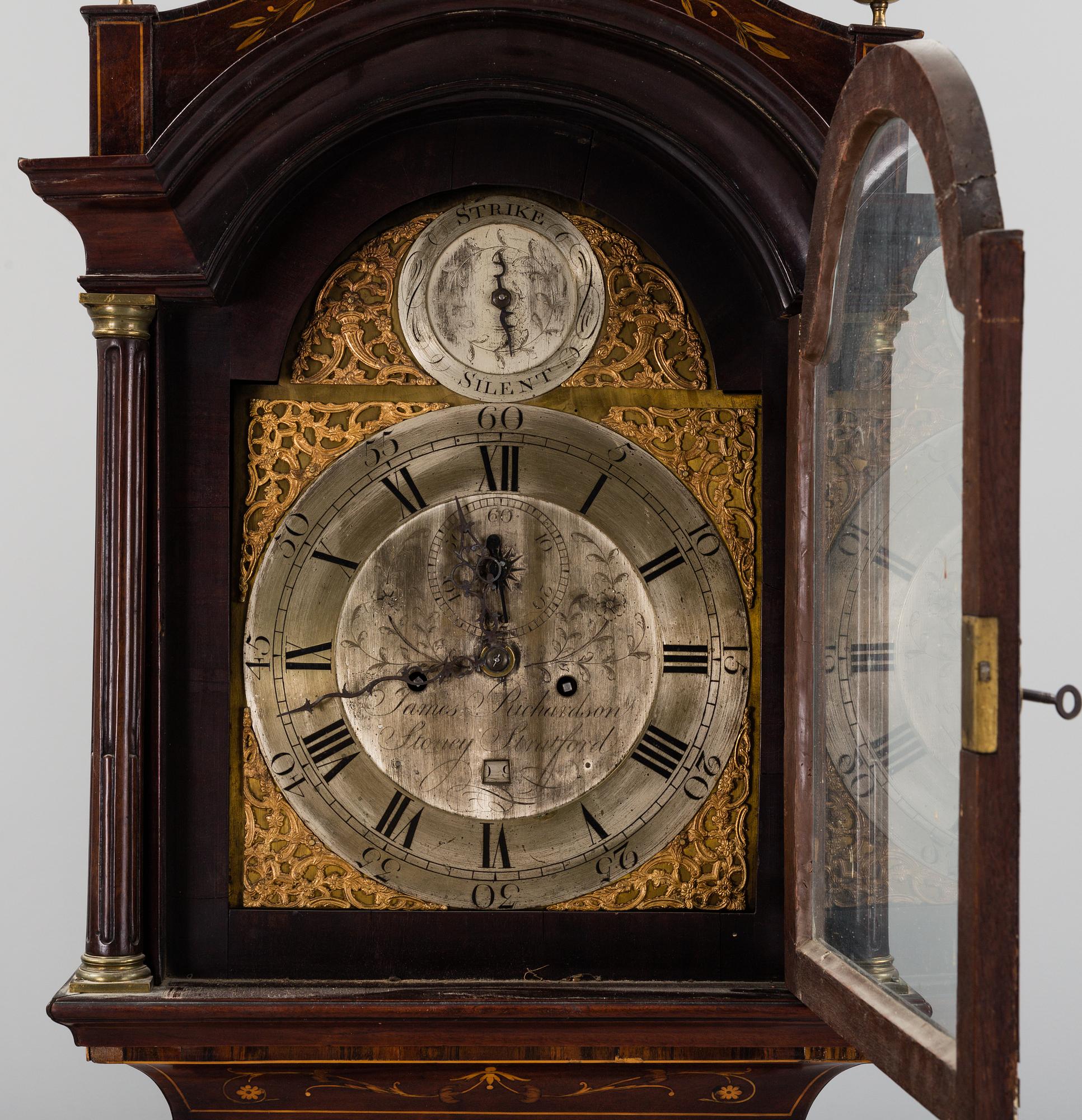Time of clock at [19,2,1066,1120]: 11:42
